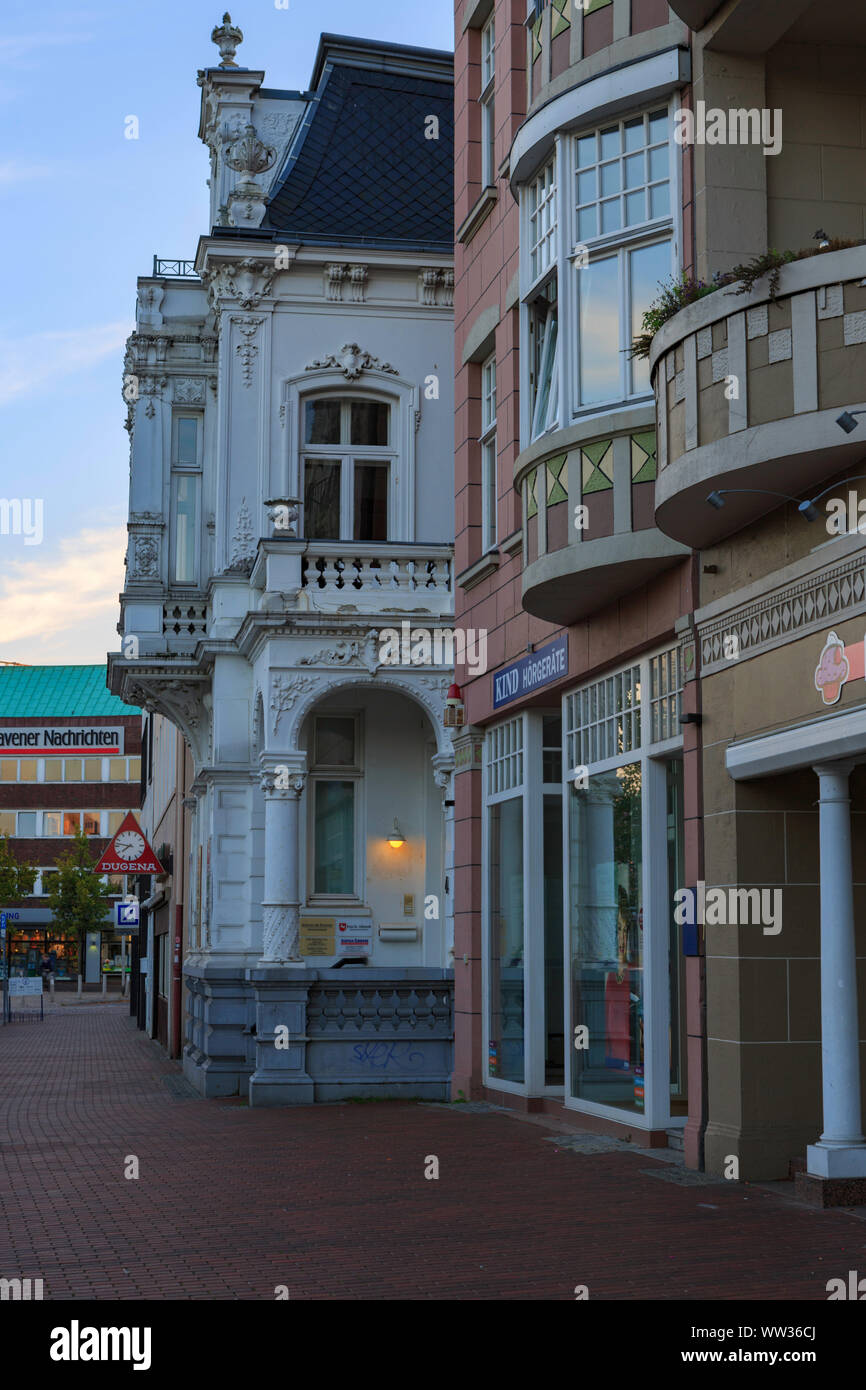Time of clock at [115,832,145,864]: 7:46
